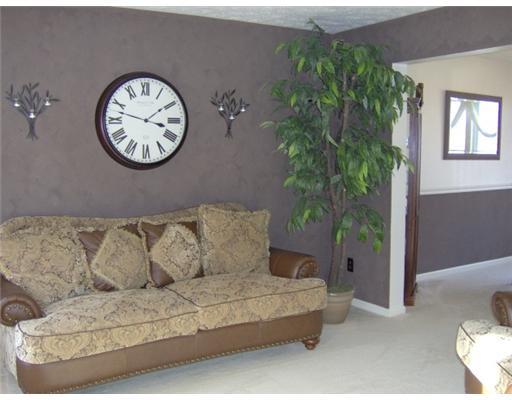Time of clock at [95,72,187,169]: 1:47
